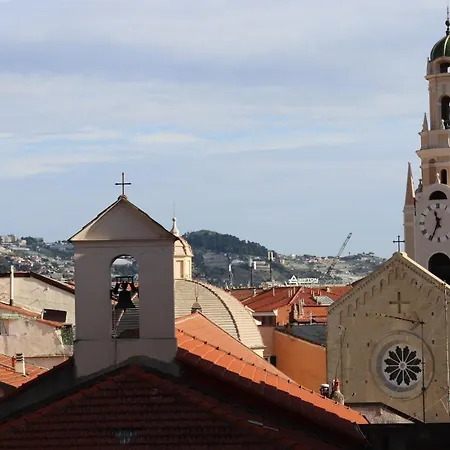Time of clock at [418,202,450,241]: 11:34
